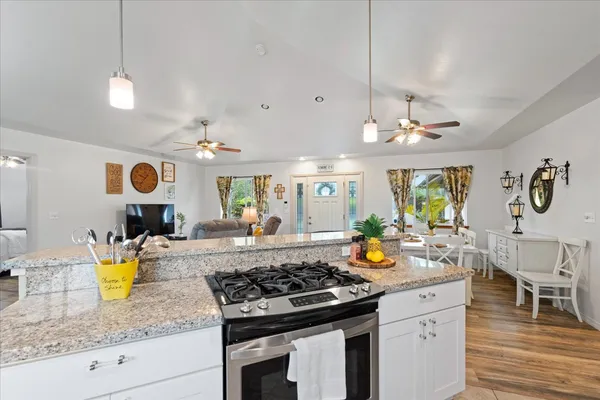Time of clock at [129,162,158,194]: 9:36
